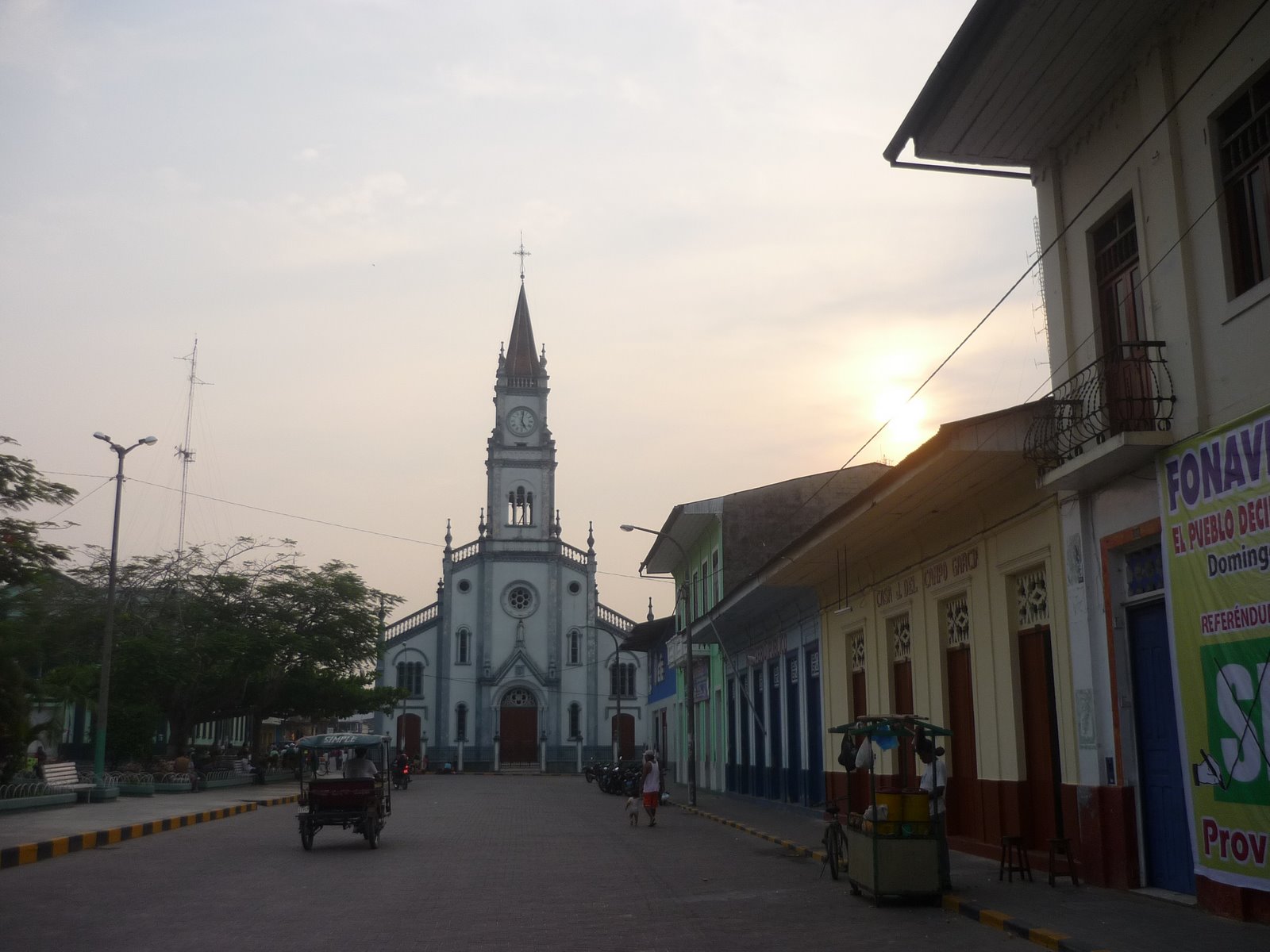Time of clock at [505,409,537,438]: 5:01
